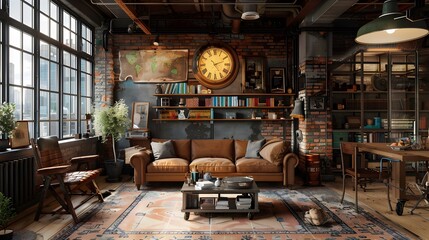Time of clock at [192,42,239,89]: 2:24
